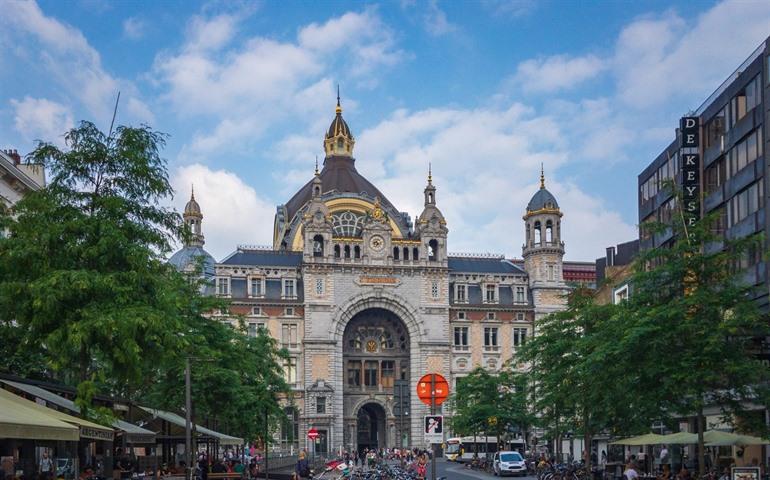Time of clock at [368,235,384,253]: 7:12
